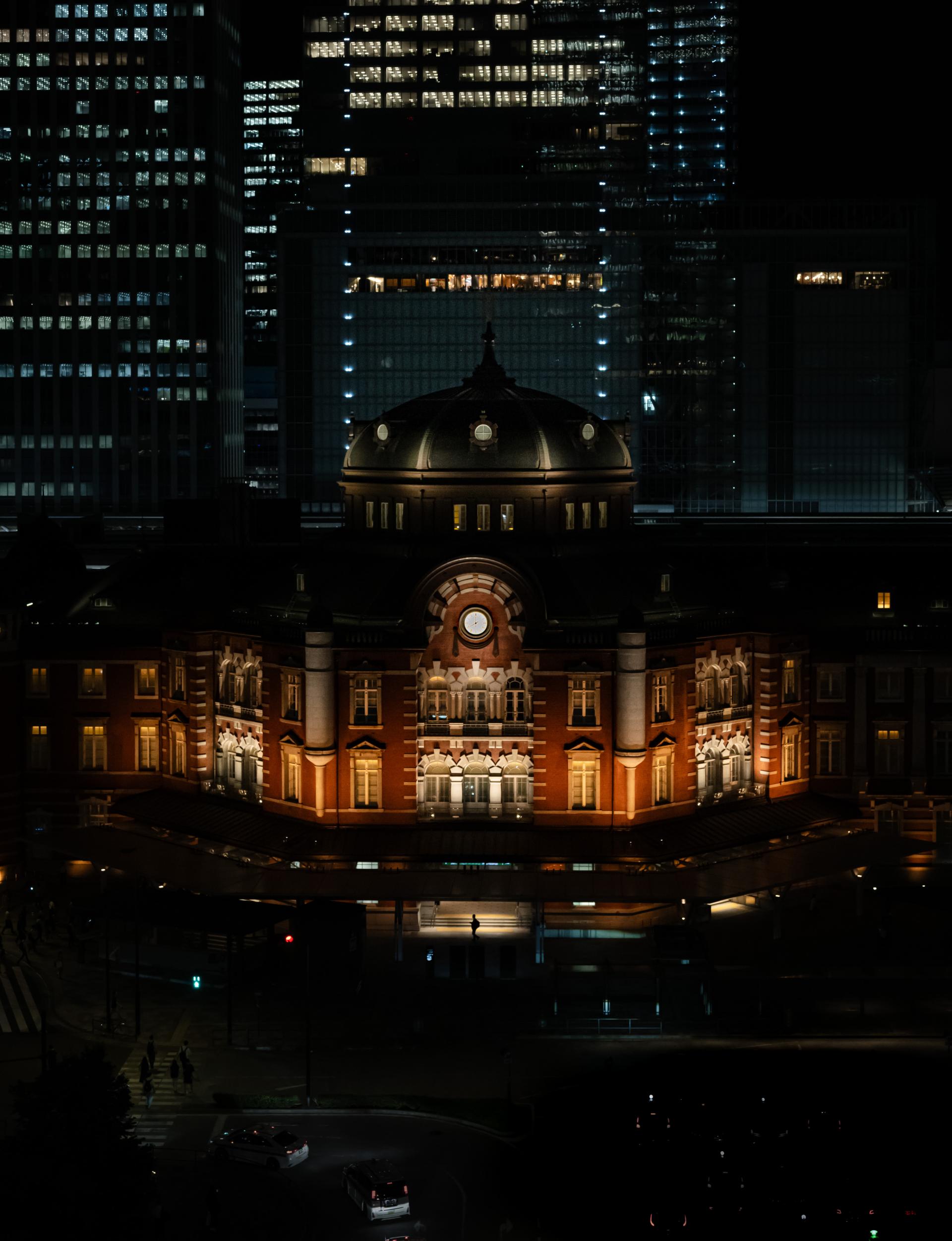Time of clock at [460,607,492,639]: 8:00
